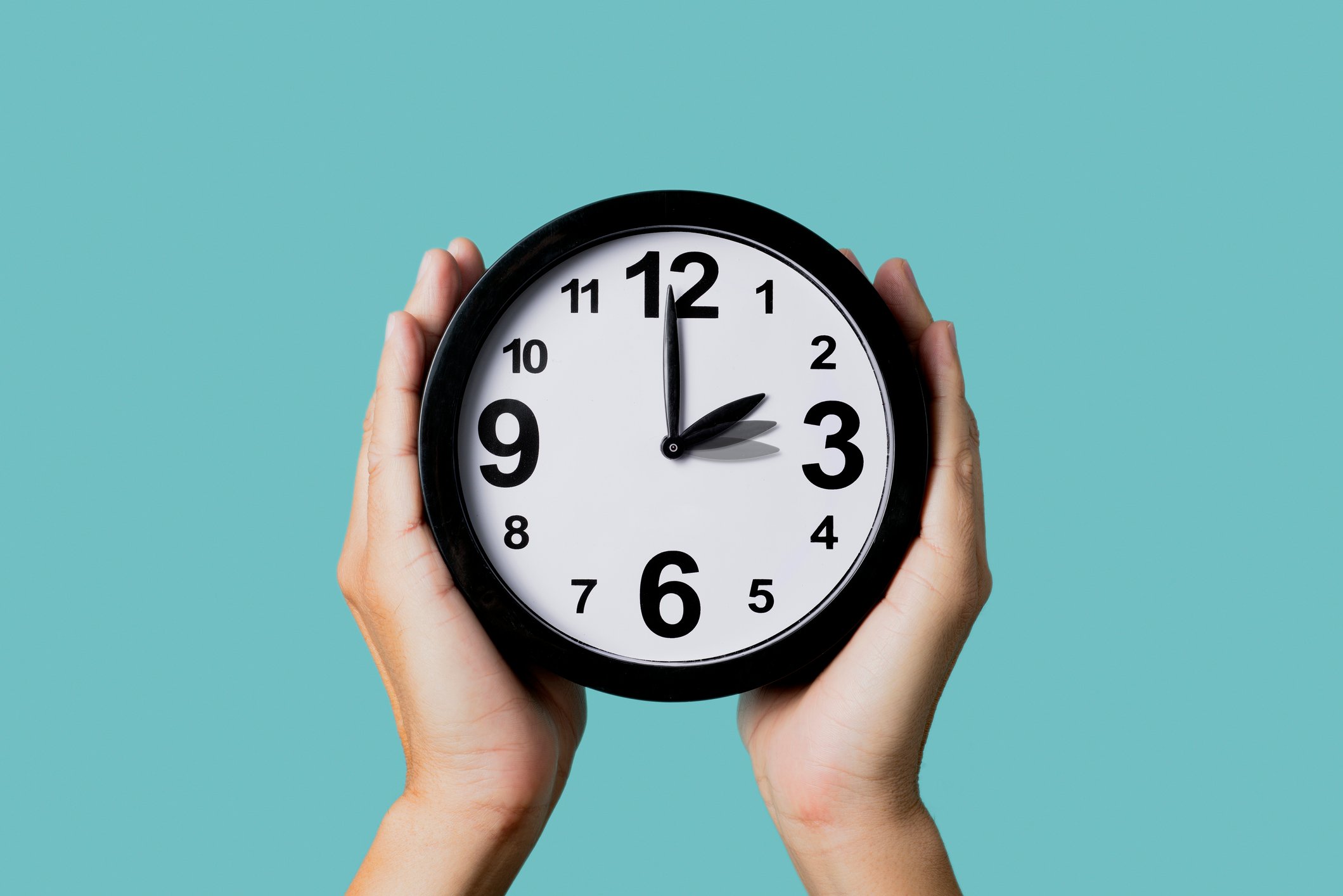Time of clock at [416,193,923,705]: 1:59
